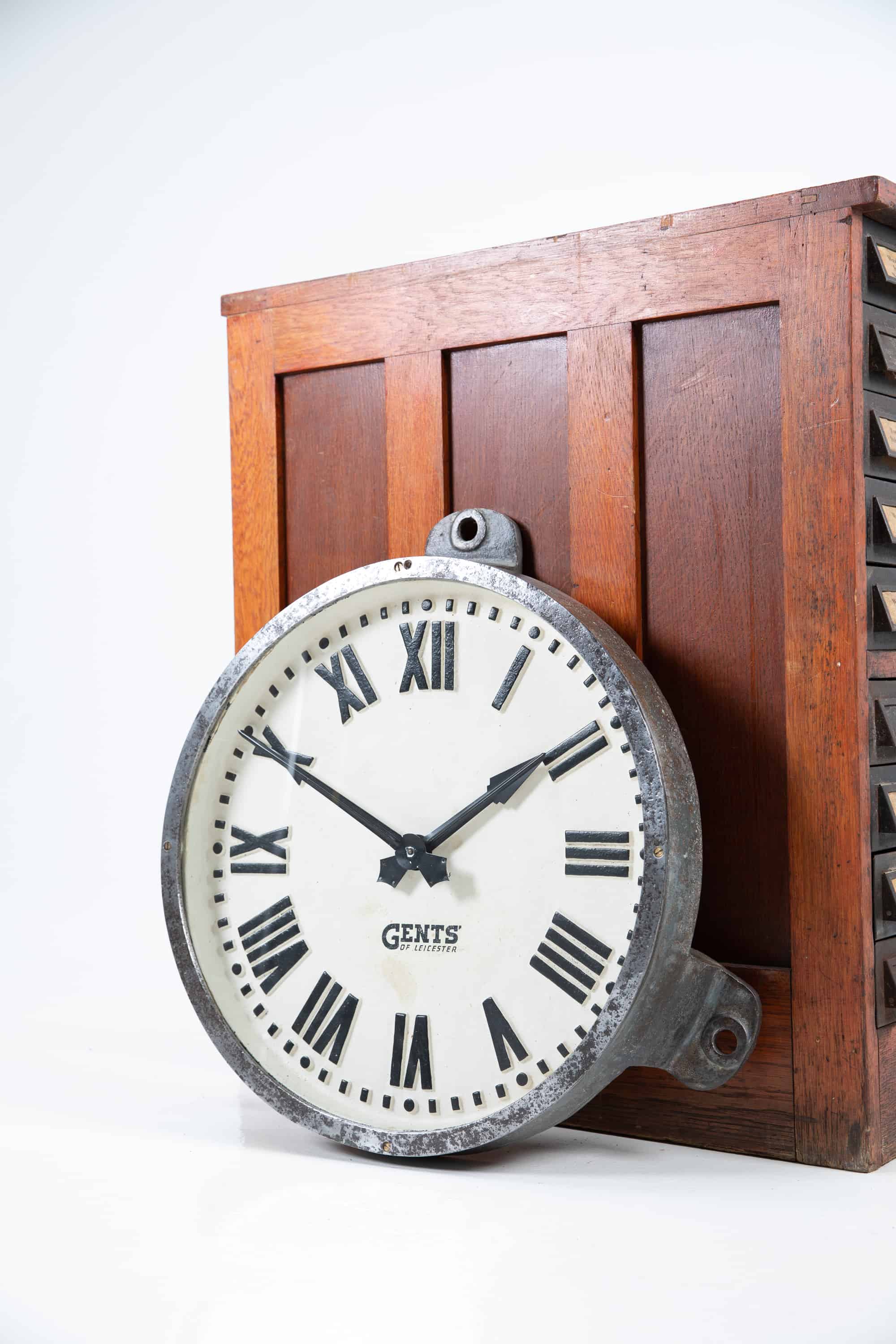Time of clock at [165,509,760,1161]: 1:50
